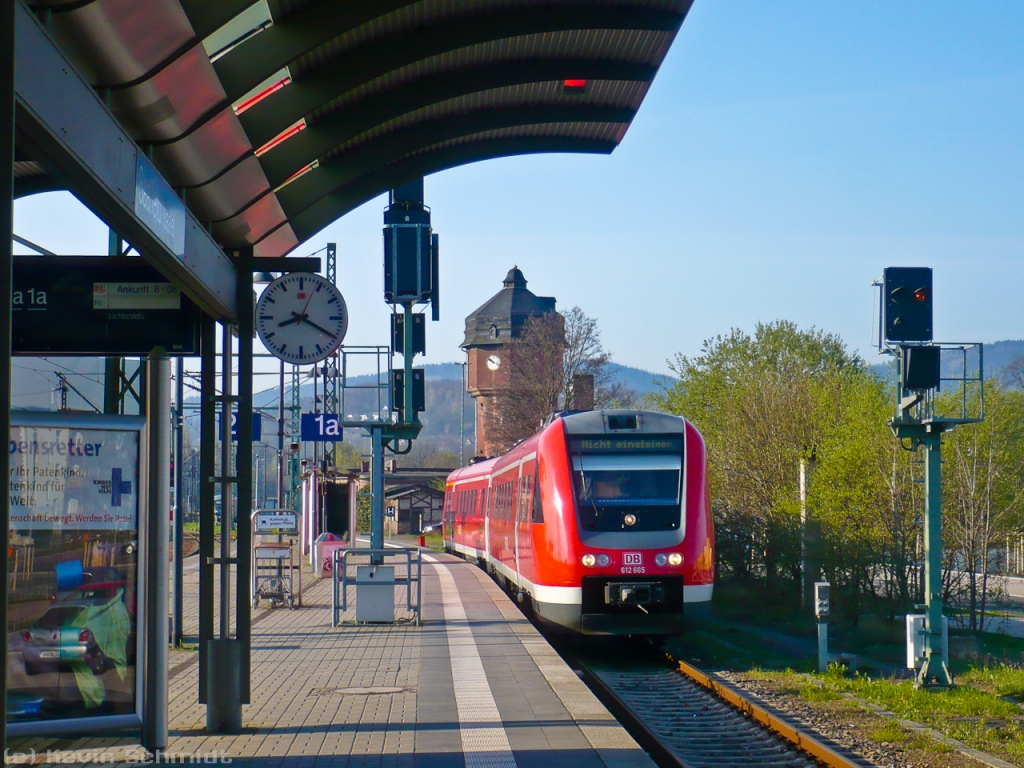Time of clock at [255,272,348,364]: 8:19
